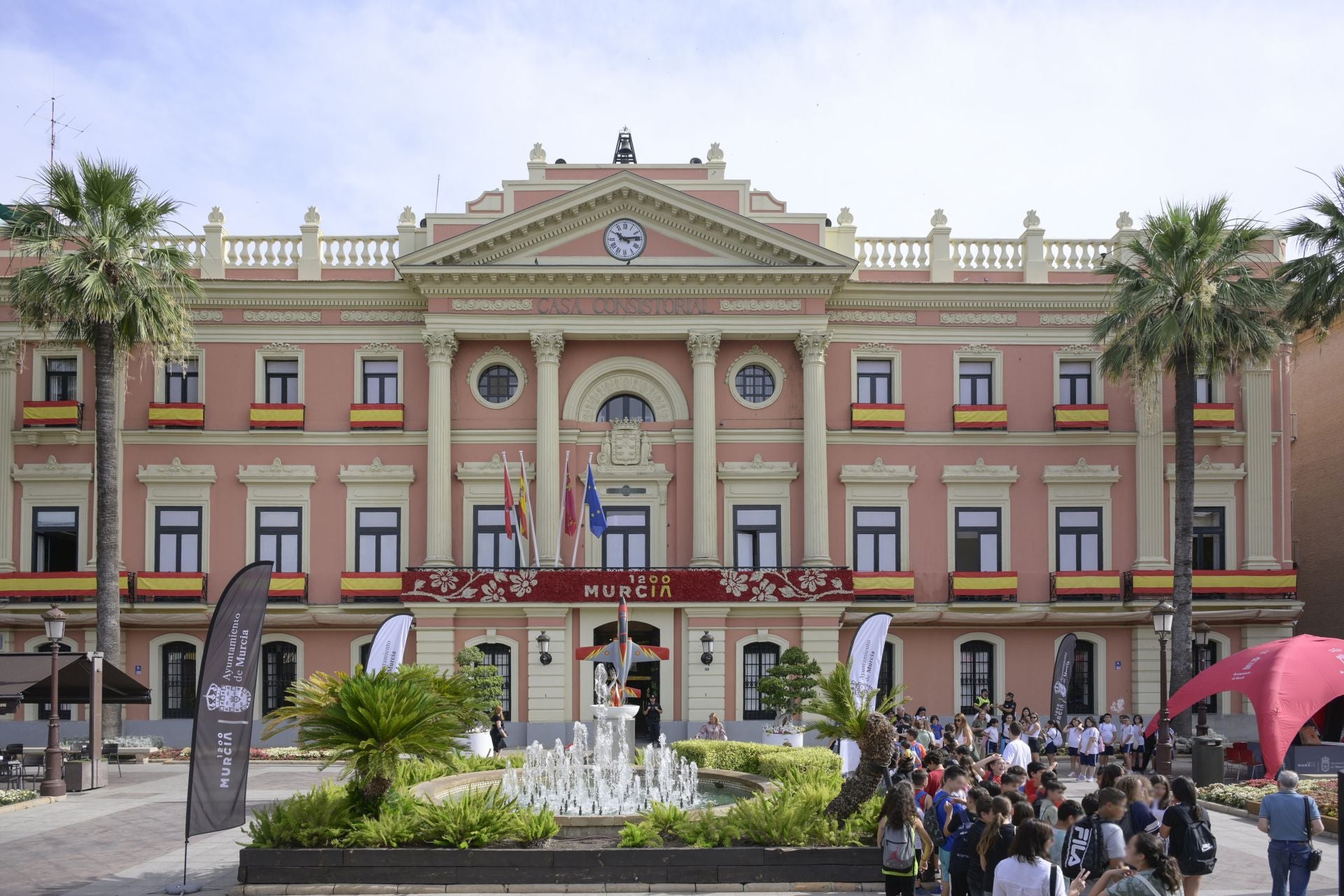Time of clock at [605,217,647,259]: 10:13
